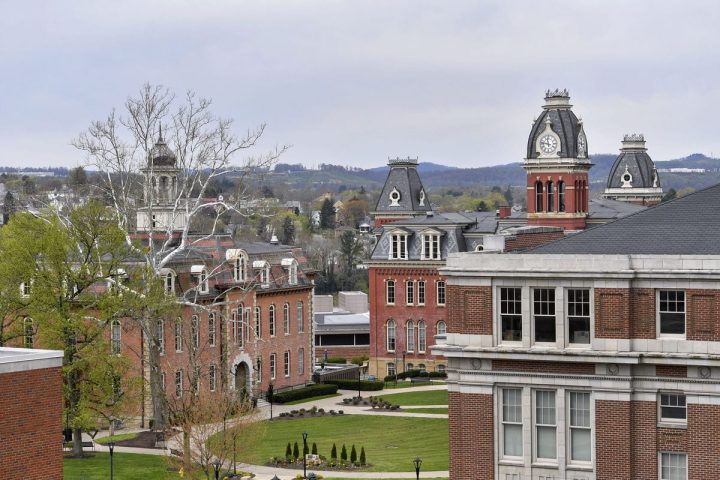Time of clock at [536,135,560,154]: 11:46
